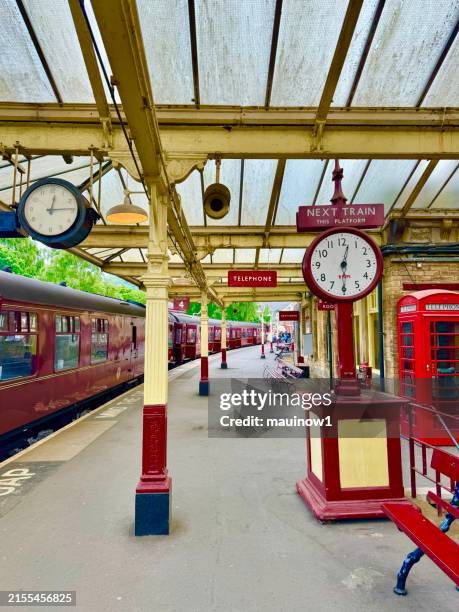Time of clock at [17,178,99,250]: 12:14
